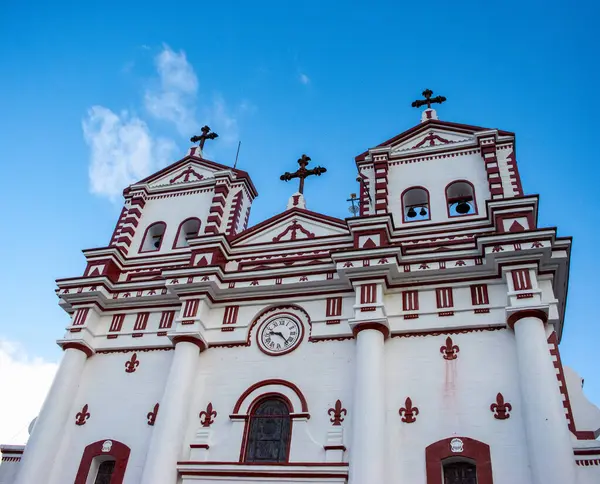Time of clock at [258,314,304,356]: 9:23
